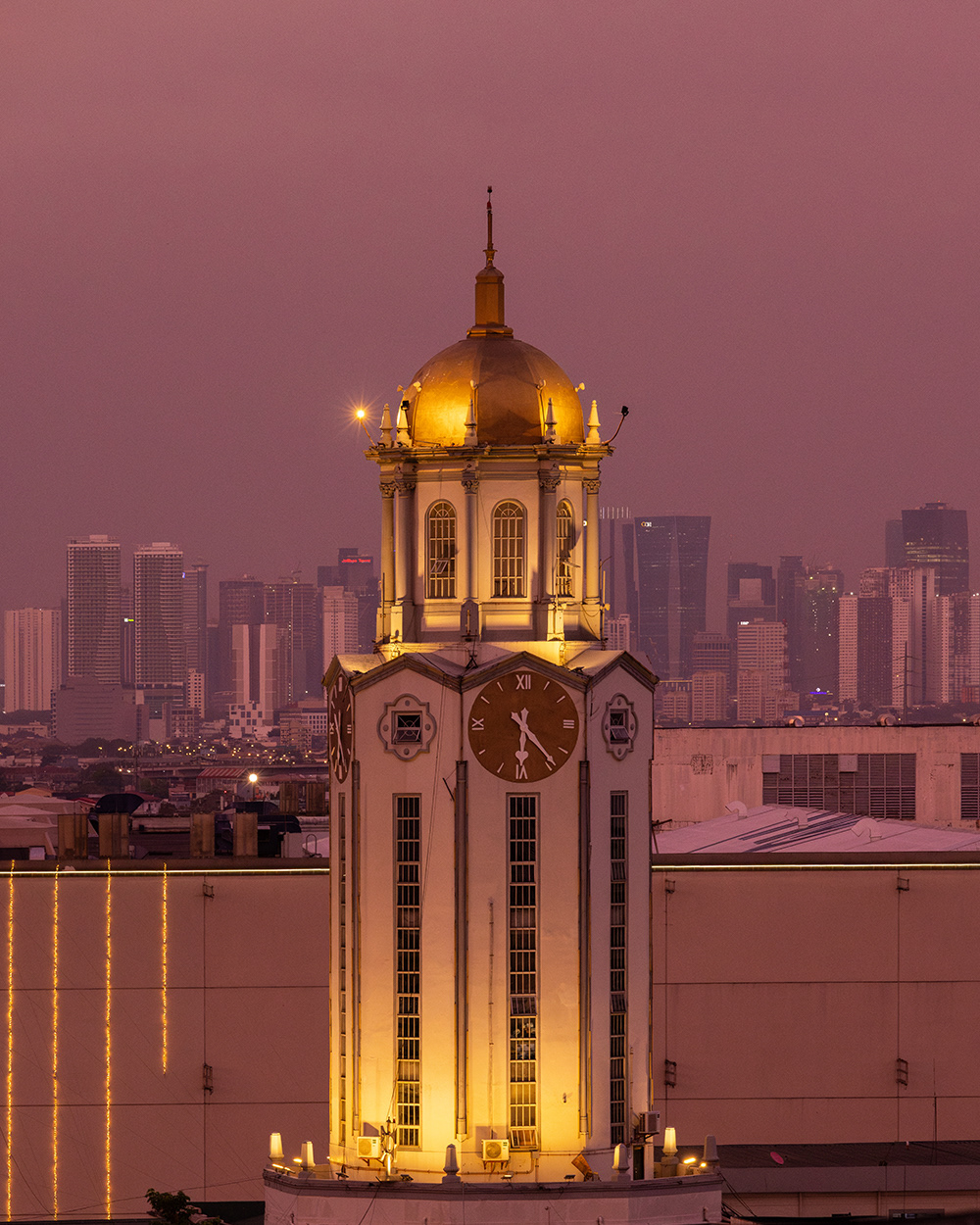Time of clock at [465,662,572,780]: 6:23
